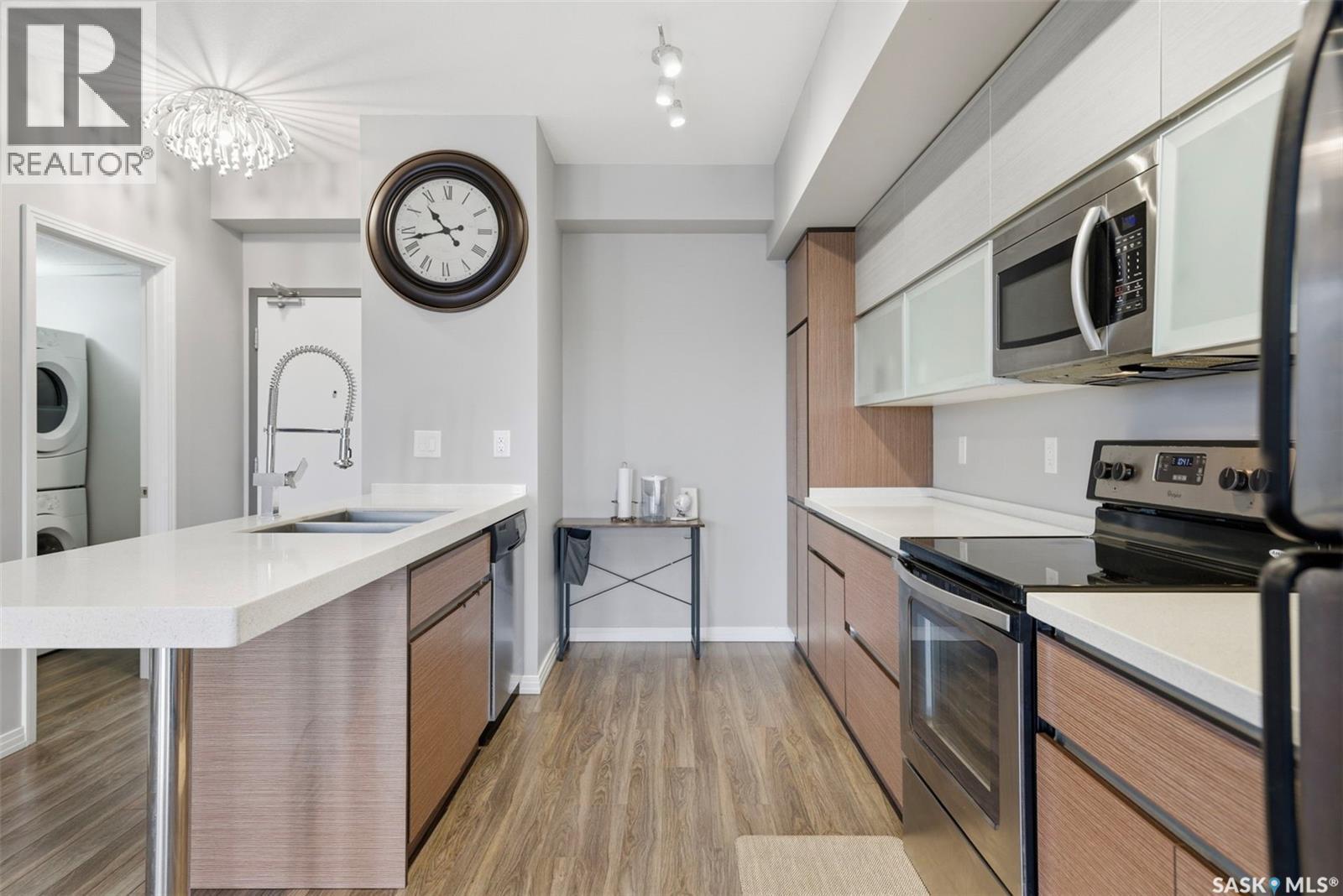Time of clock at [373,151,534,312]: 10:42
